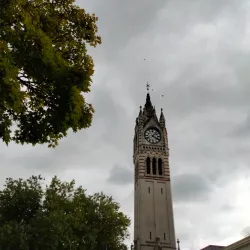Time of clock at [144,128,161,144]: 4:07
